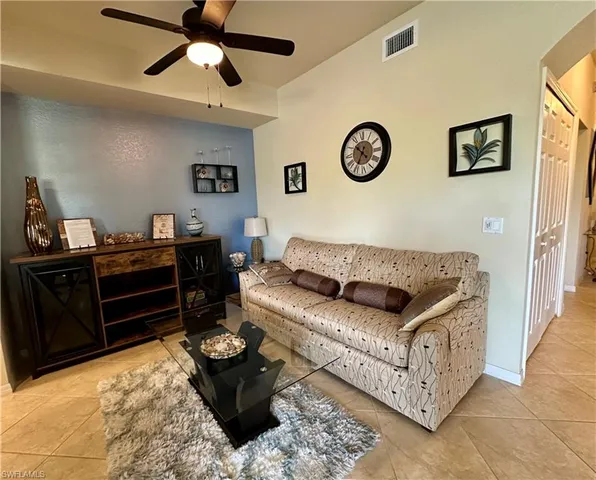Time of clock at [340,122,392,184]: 10:34
